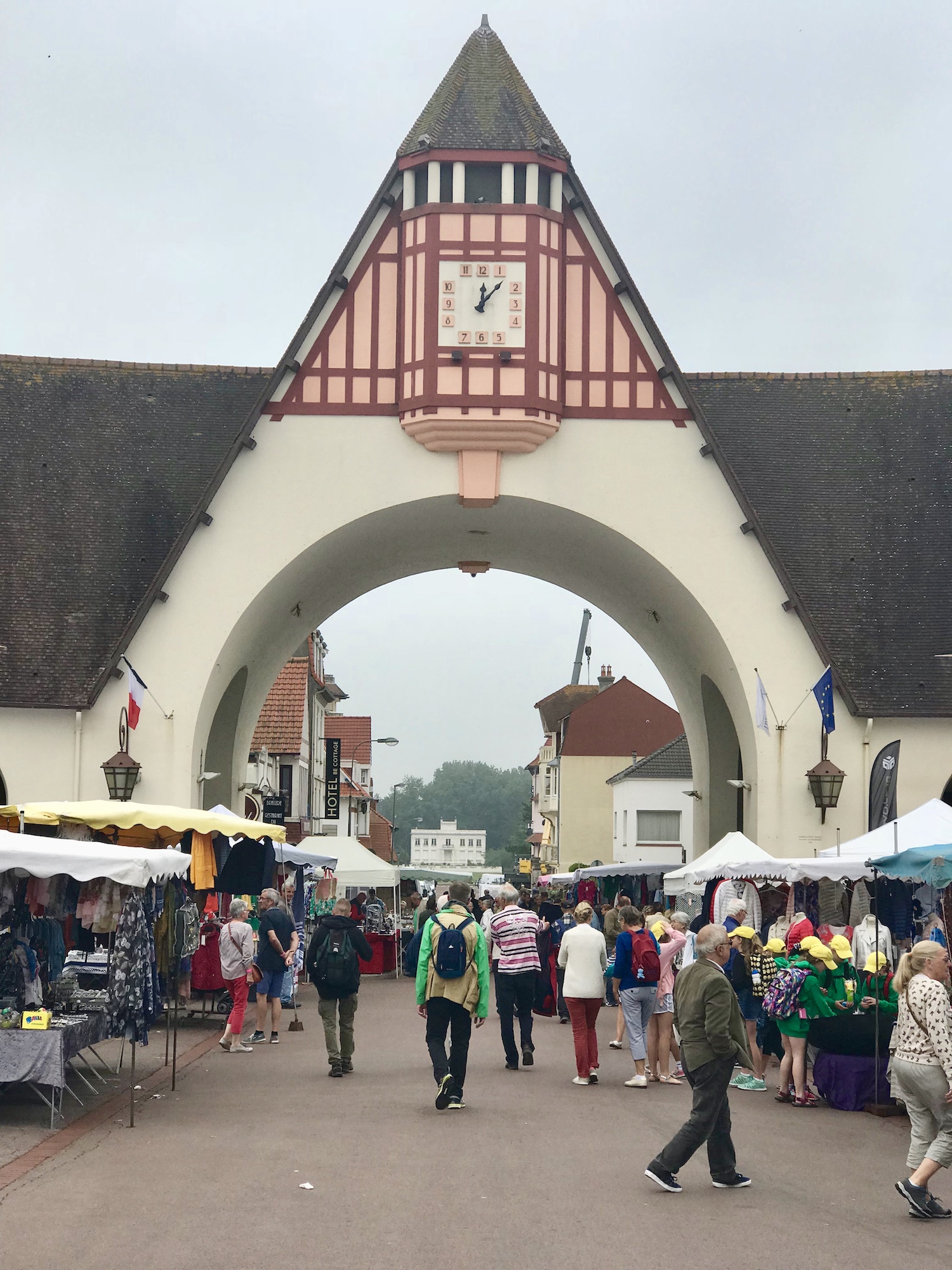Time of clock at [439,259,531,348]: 12:07
